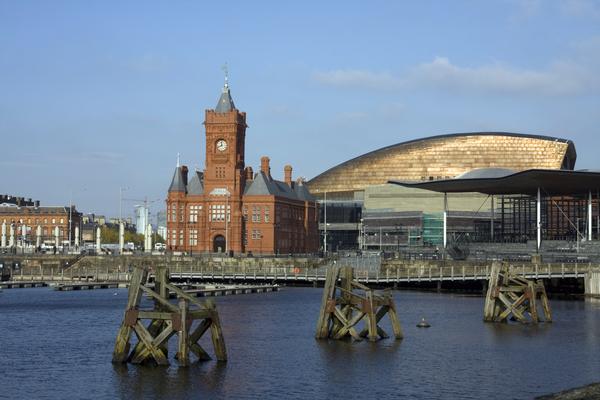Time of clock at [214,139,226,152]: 11:41
